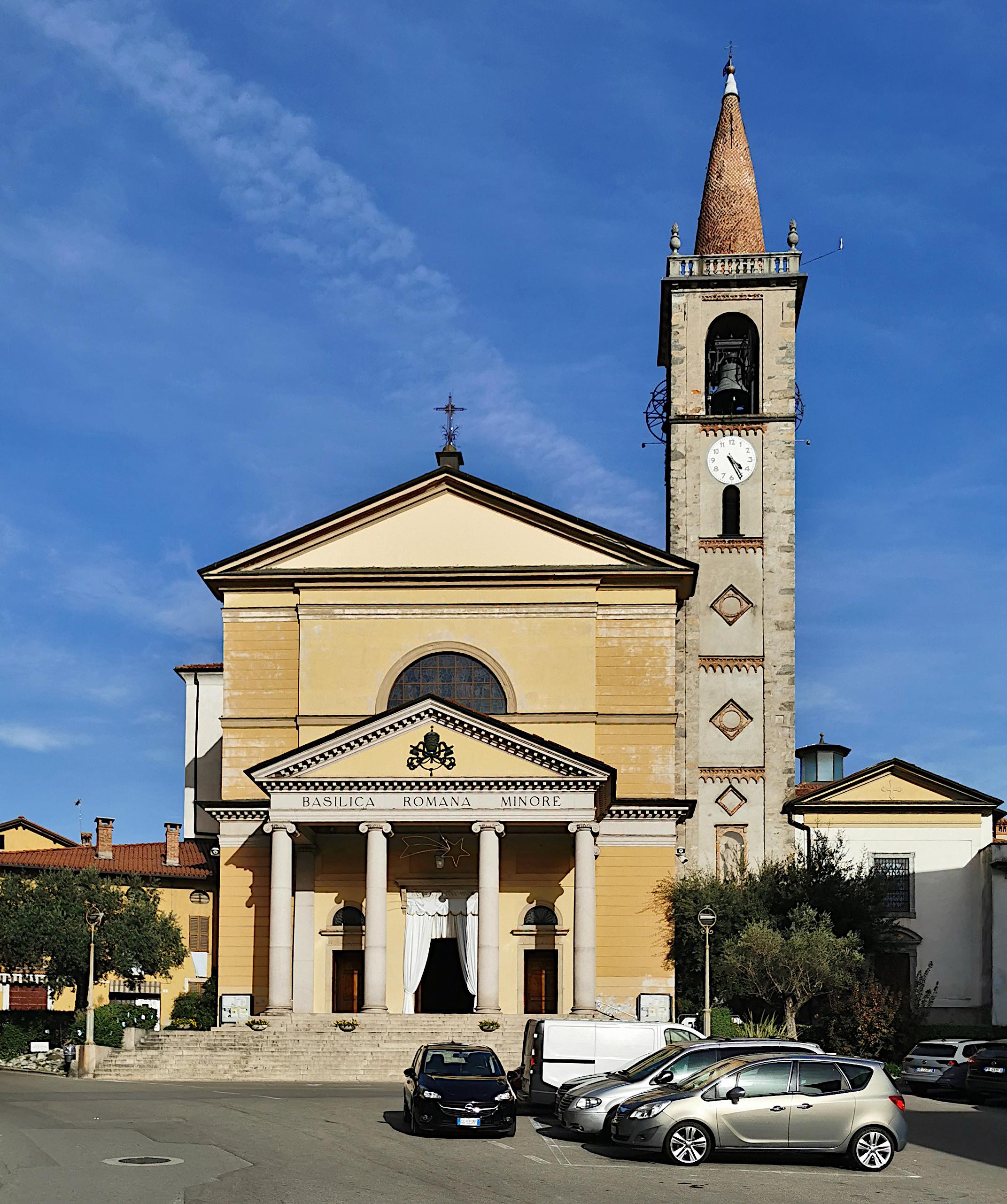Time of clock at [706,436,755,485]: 4:25
